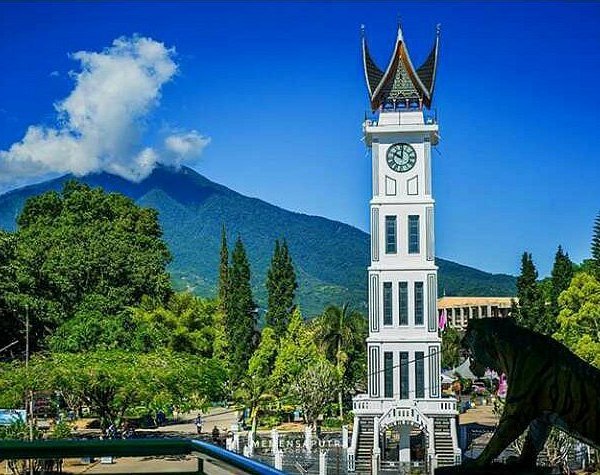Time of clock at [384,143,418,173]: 10:00
